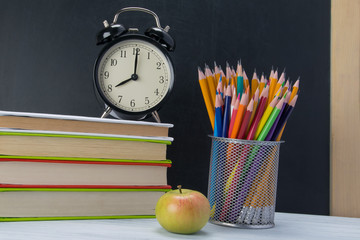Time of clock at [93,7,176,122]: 8:00
